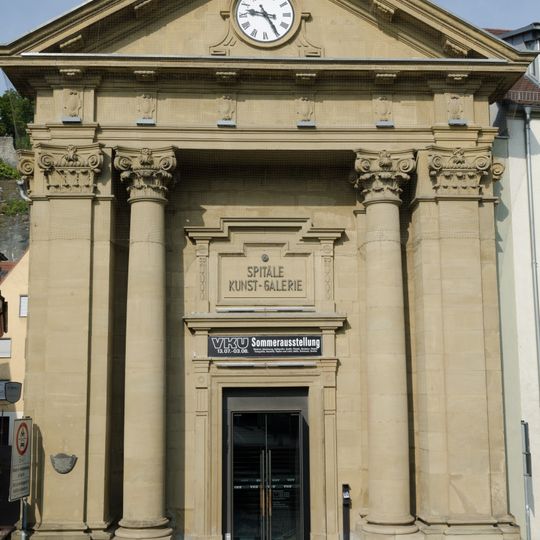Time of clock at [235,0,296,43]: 9:24
